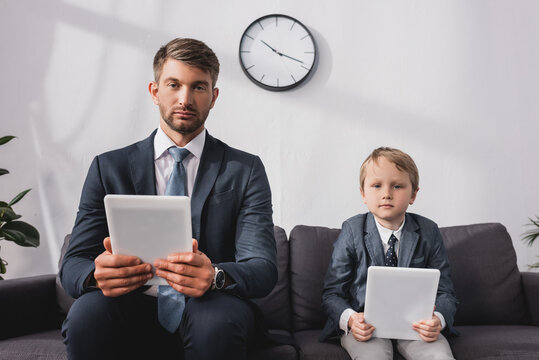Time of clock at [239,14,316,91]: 10:18
